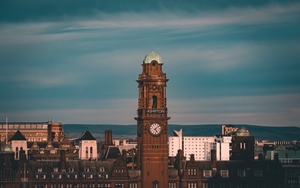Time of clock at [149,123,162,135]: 5:08
